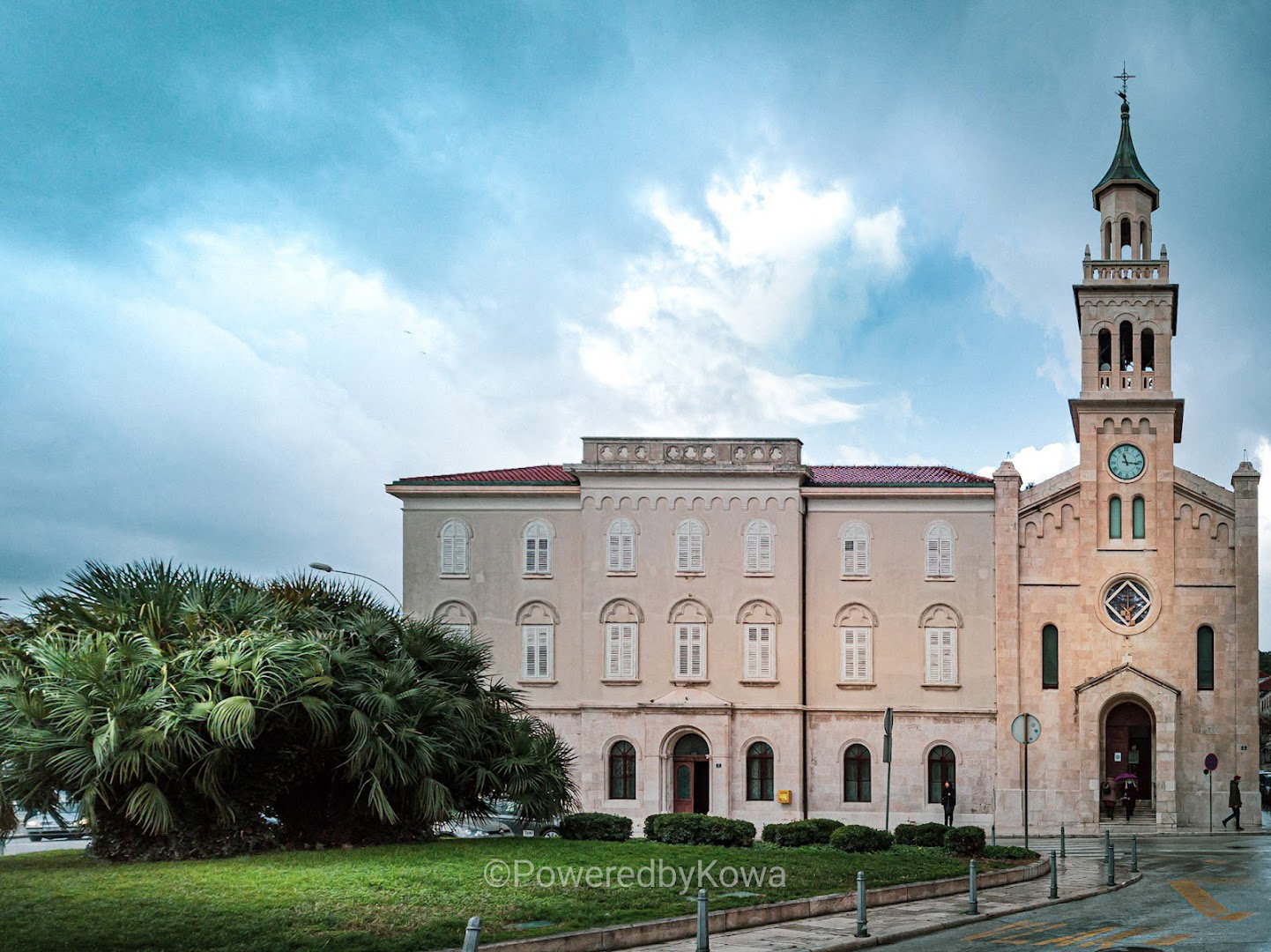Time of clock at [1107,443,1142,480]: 11:16
